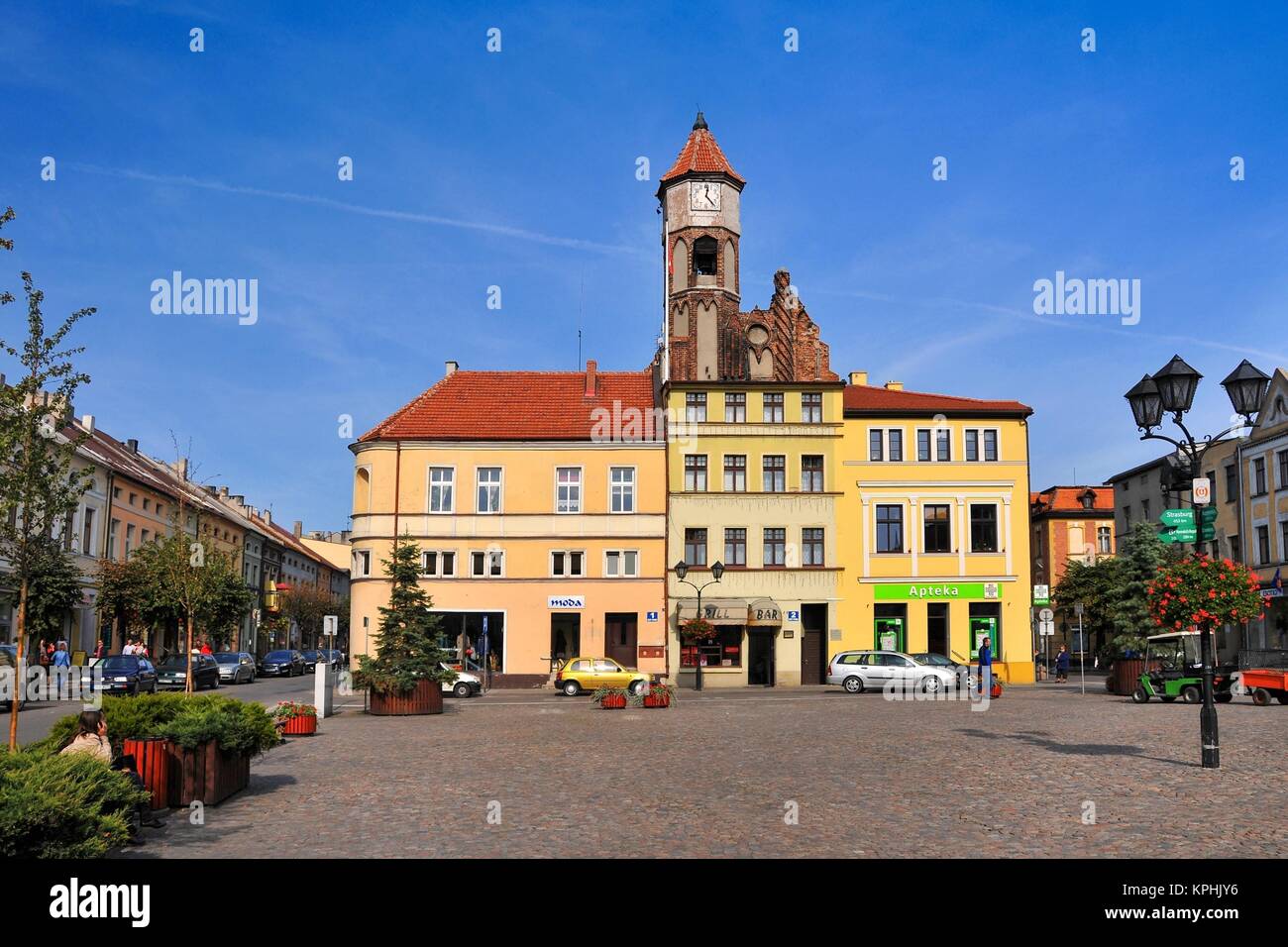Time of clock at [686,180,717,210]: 12:23
